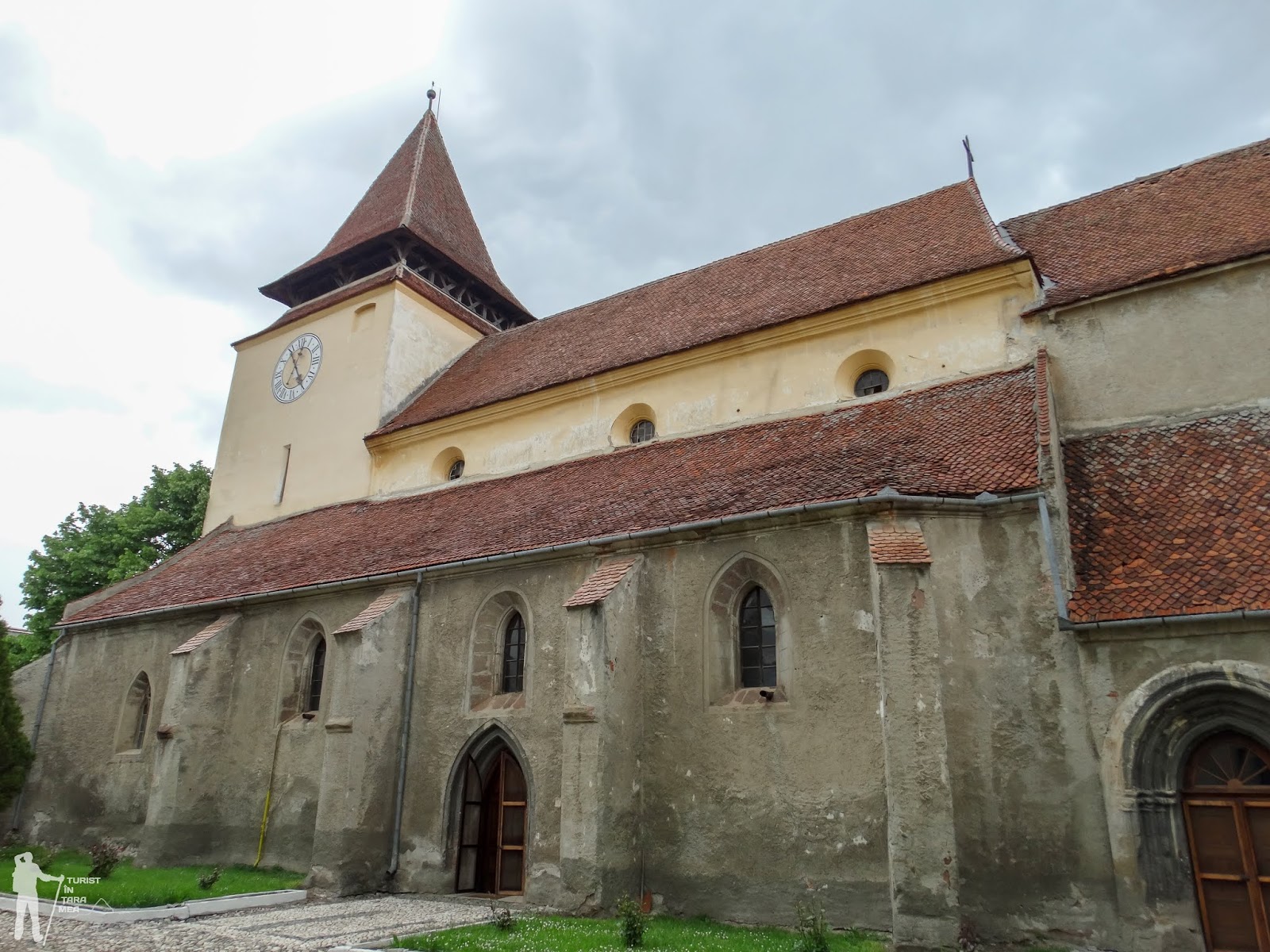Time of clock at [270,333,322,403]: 4:54
